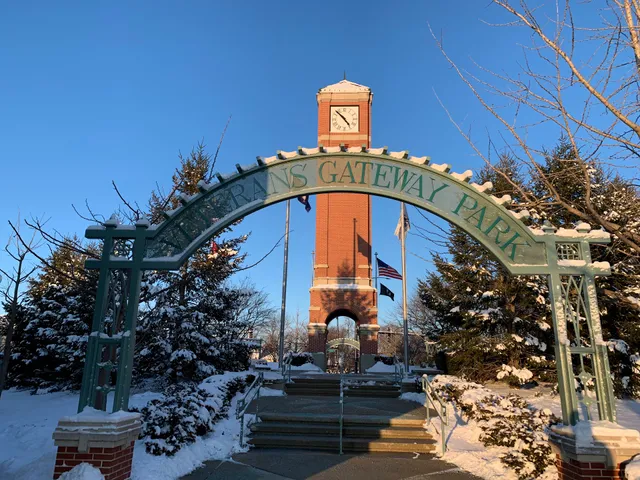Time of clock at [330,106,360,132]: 4:52
